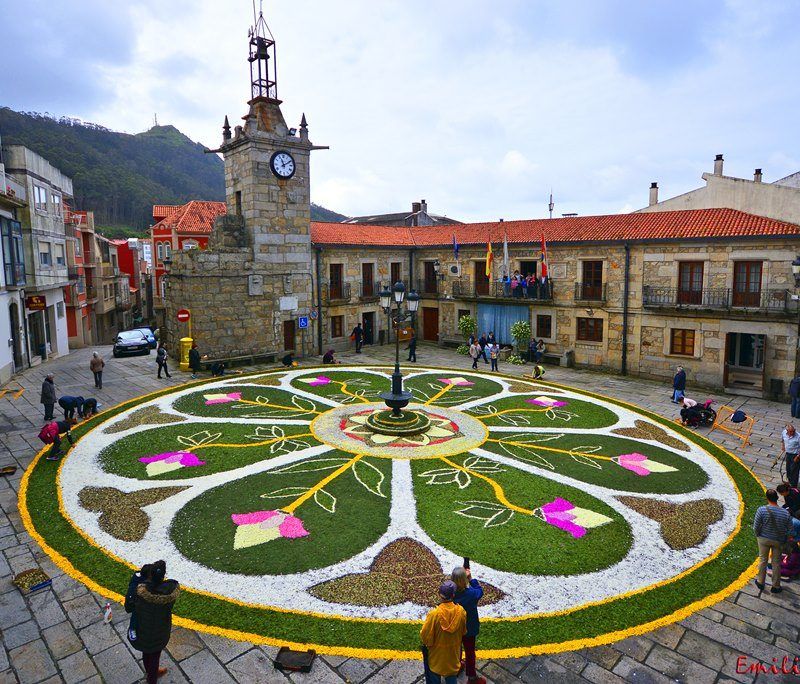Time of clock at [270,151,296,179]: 11:10
